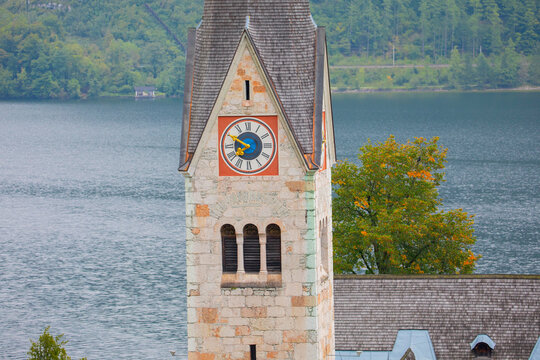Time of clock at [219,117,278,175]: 7:49
